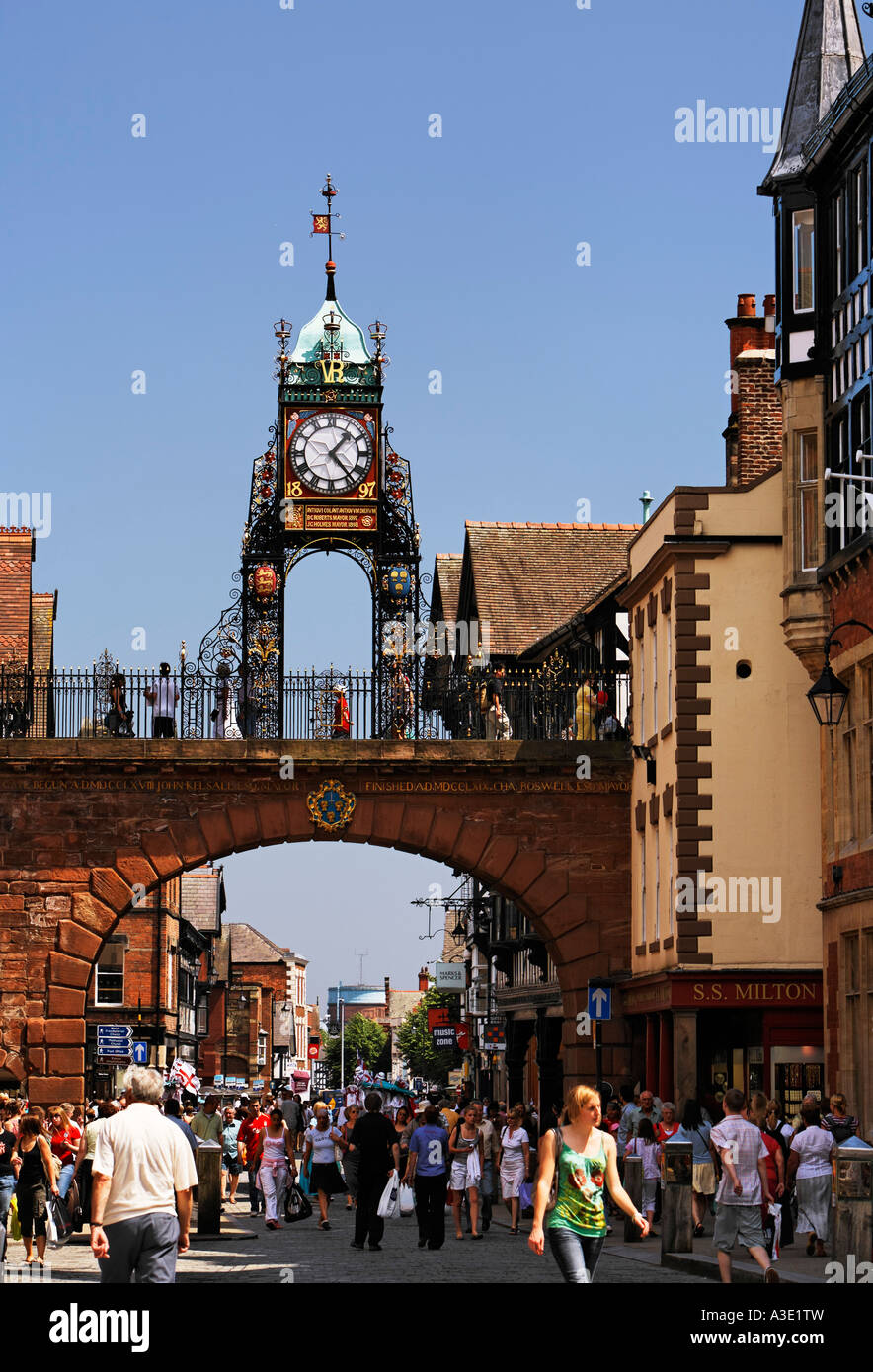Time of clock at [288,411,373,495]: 1:23
